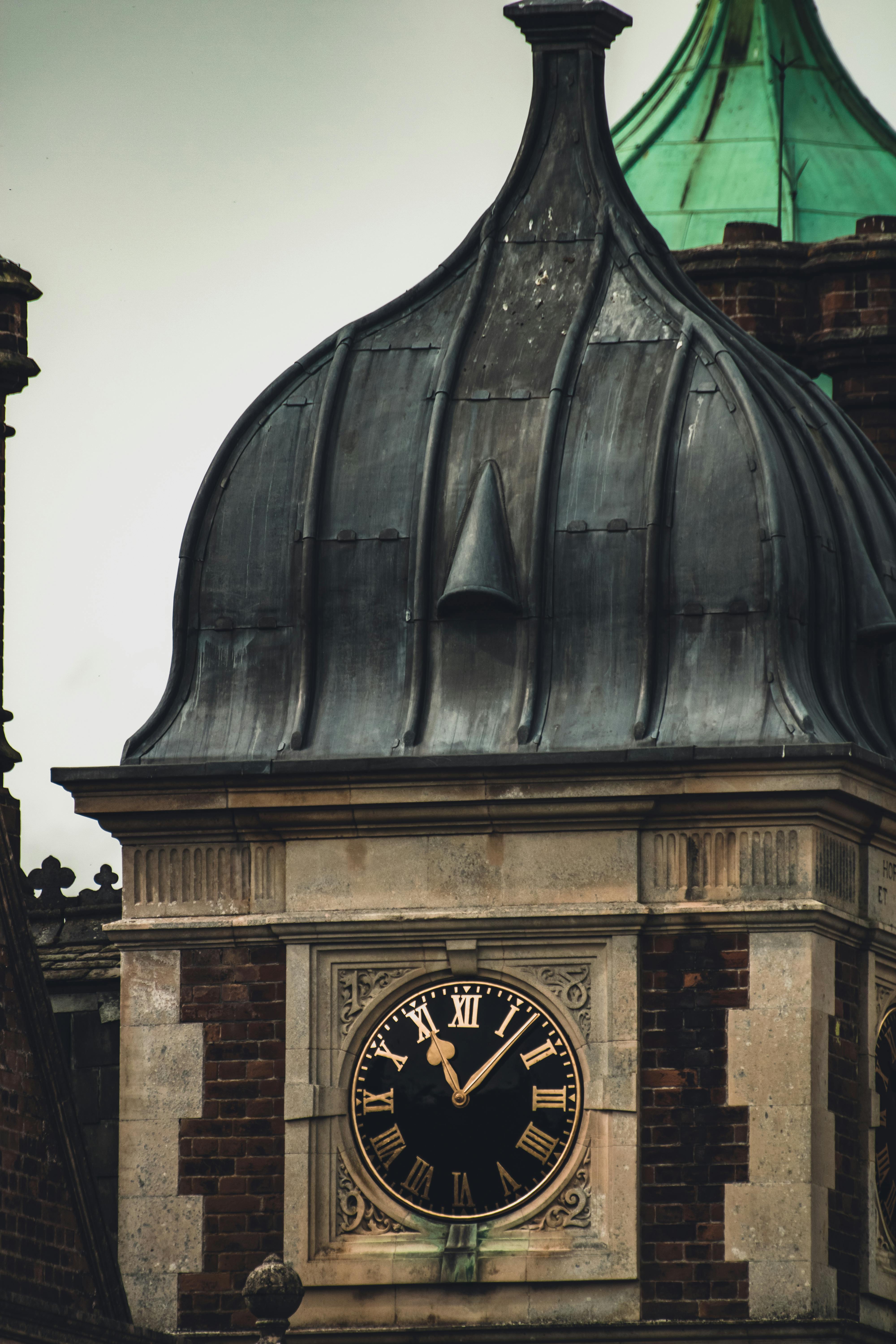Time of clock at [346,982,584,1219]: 11:07
